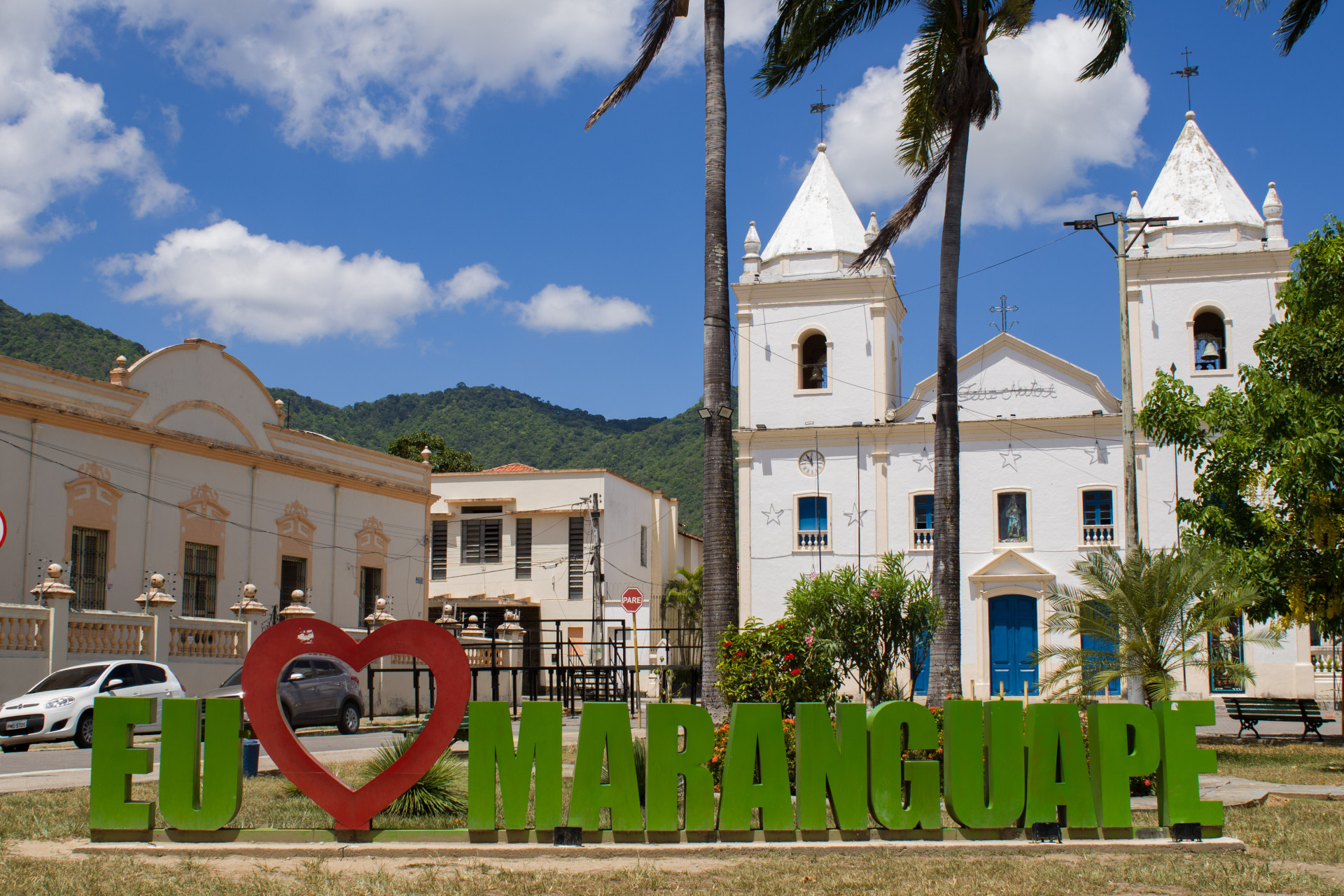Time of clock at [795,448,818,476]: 11:54
